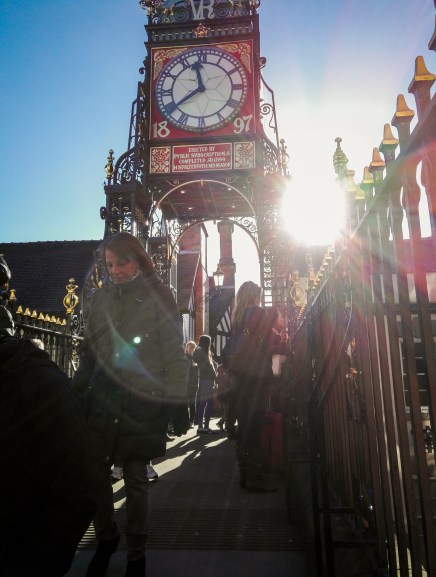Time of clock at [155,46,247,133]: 11:39
